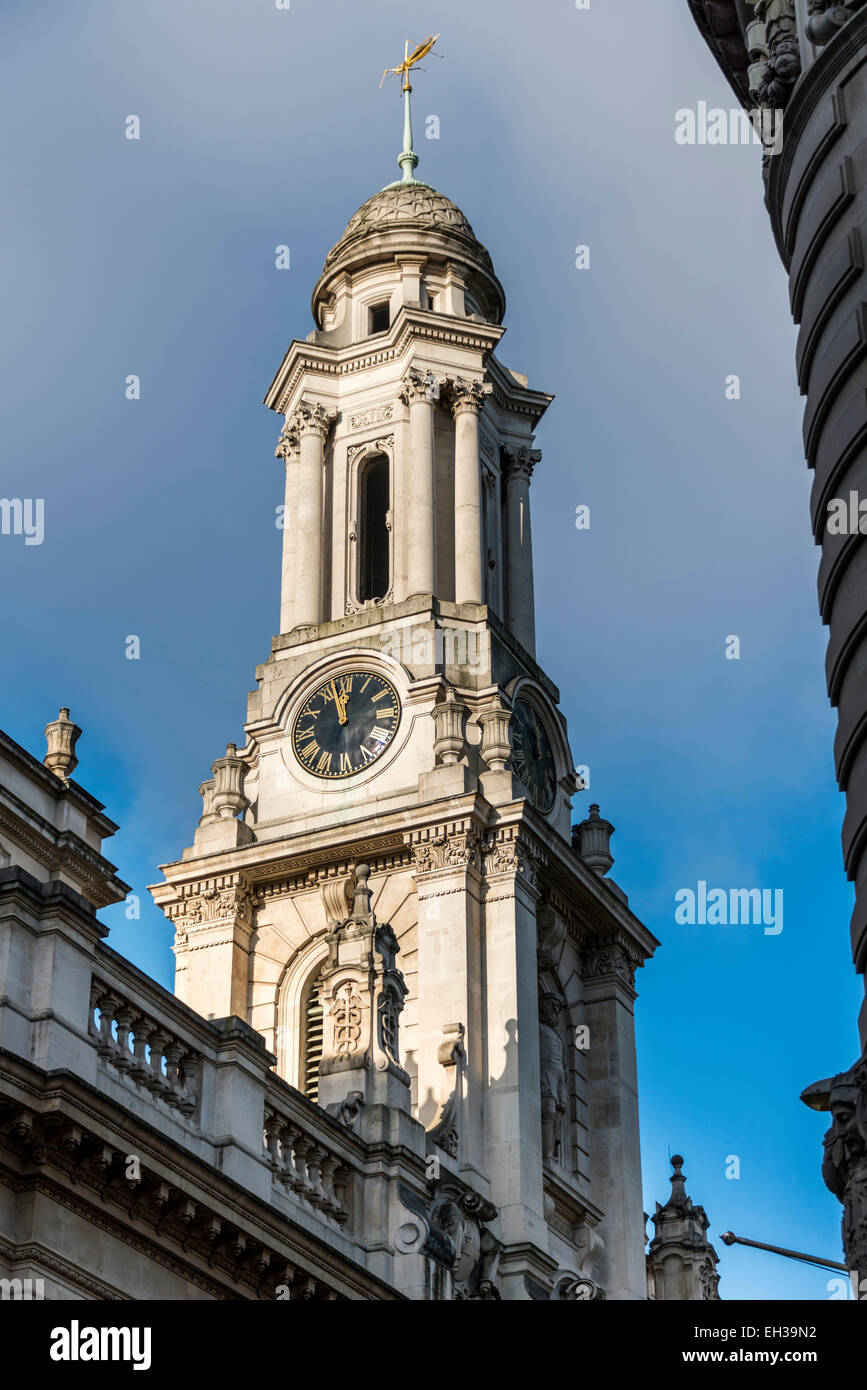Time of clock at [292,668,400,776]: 11:57
